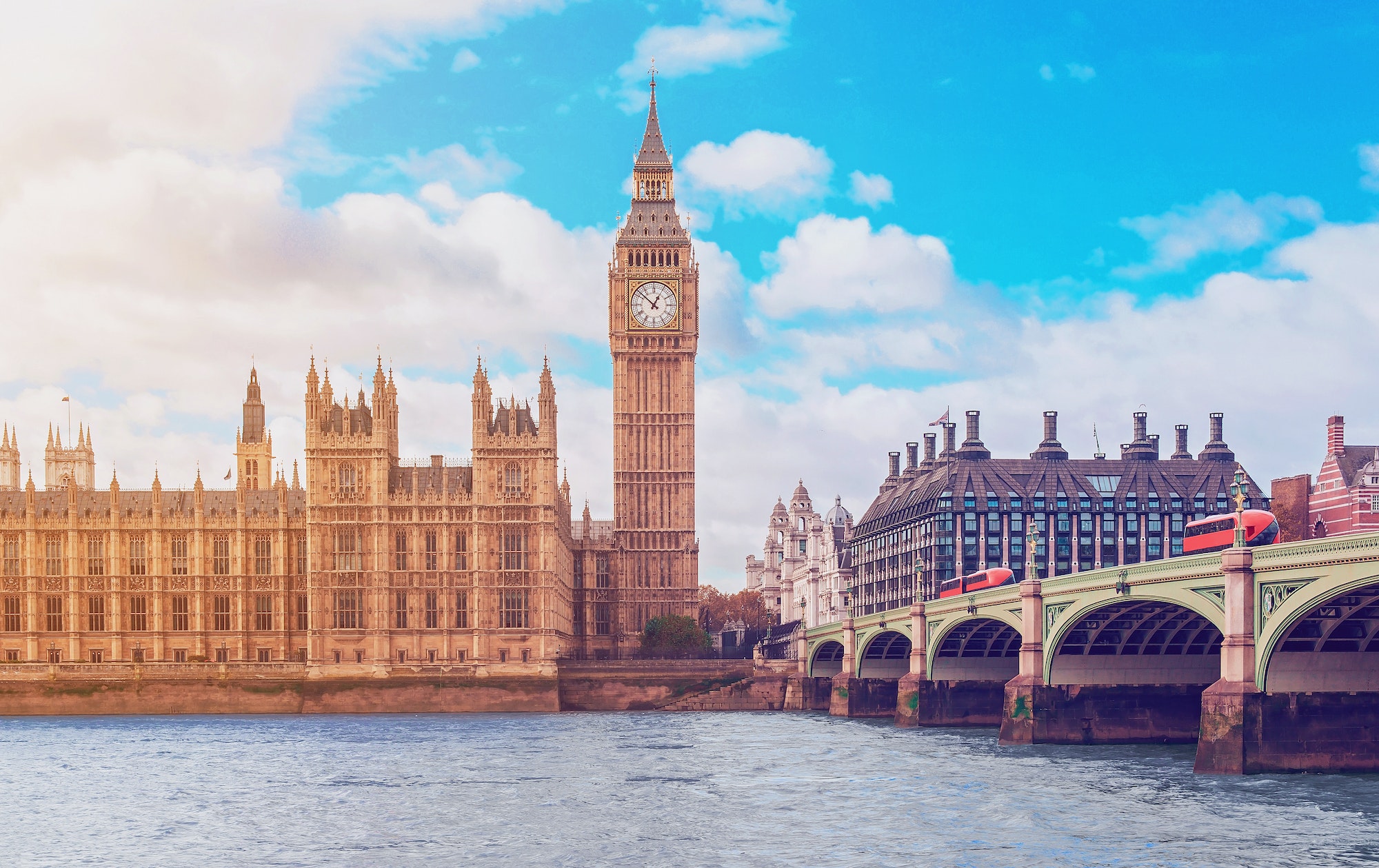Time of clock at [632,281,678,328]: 12:52
